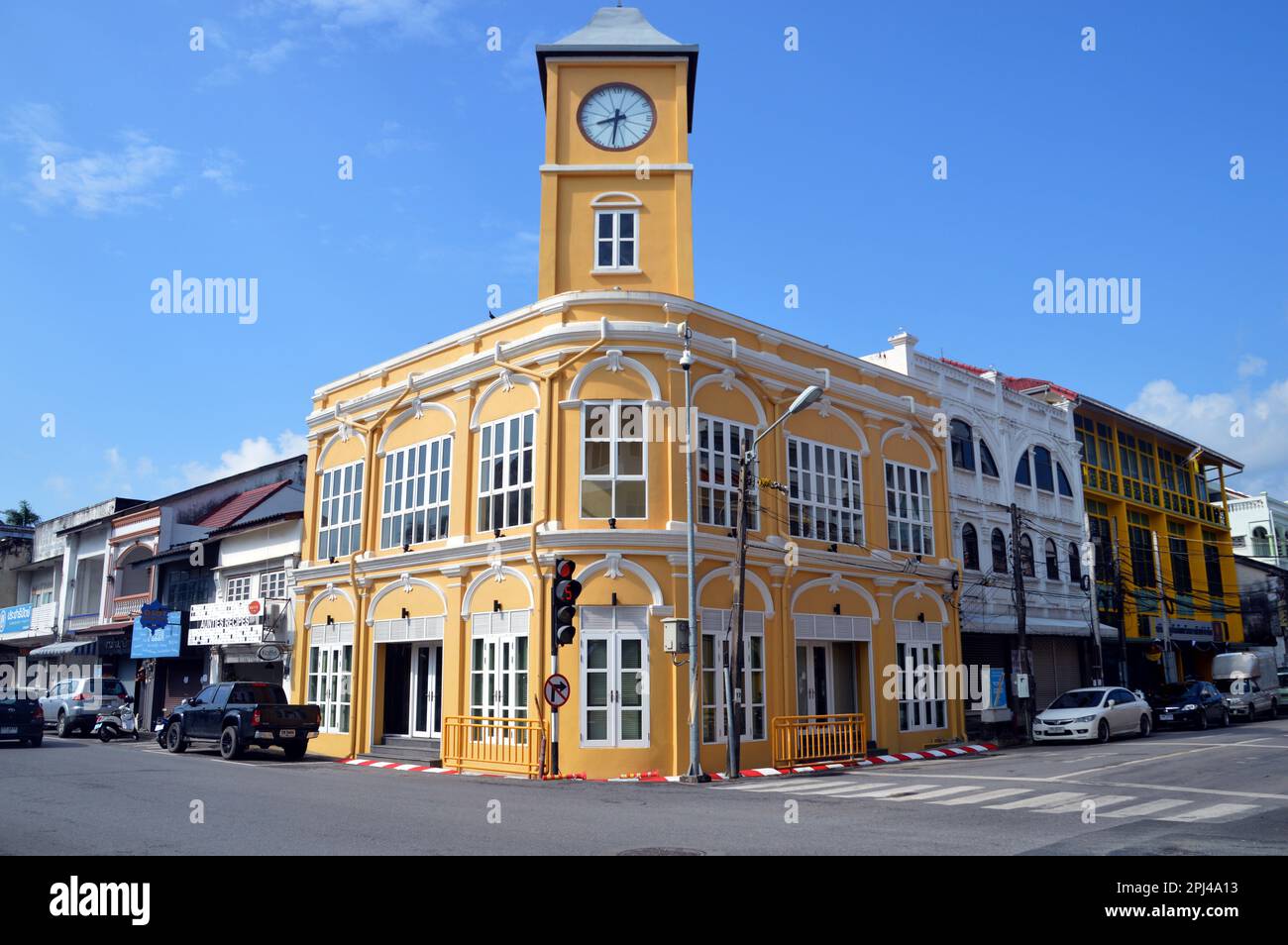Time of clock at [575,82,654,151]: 8:31
